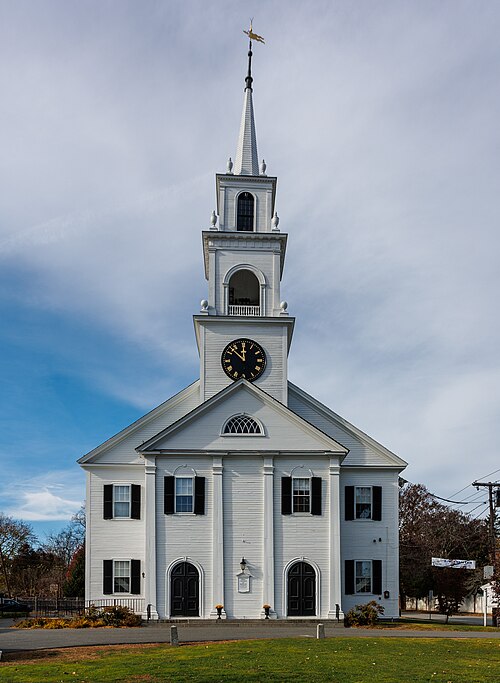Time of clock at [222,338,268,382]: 11:52
